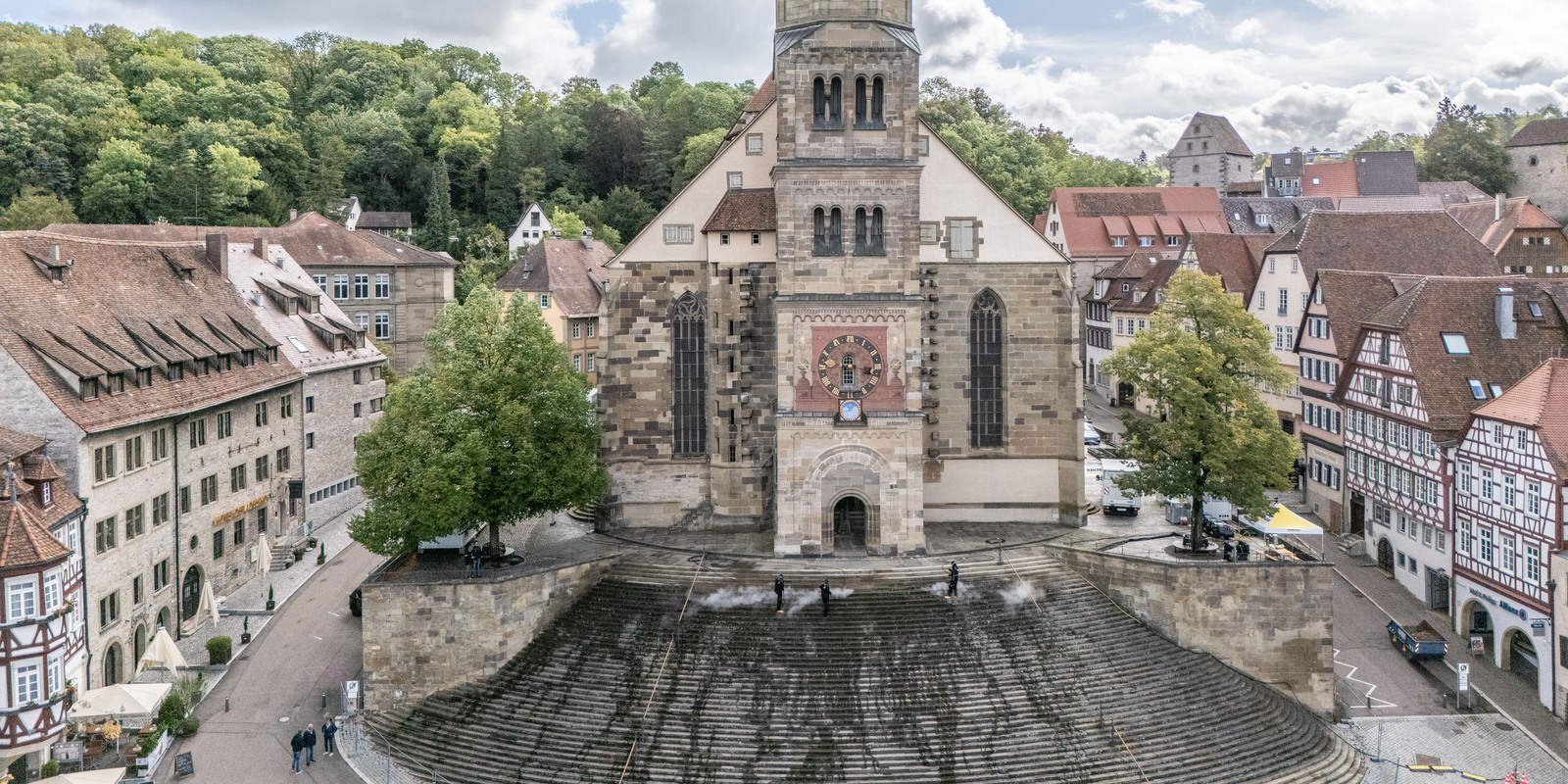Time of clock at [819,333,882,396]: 3:29
